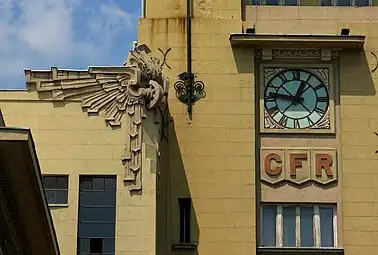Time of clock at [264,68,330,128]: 12:46
